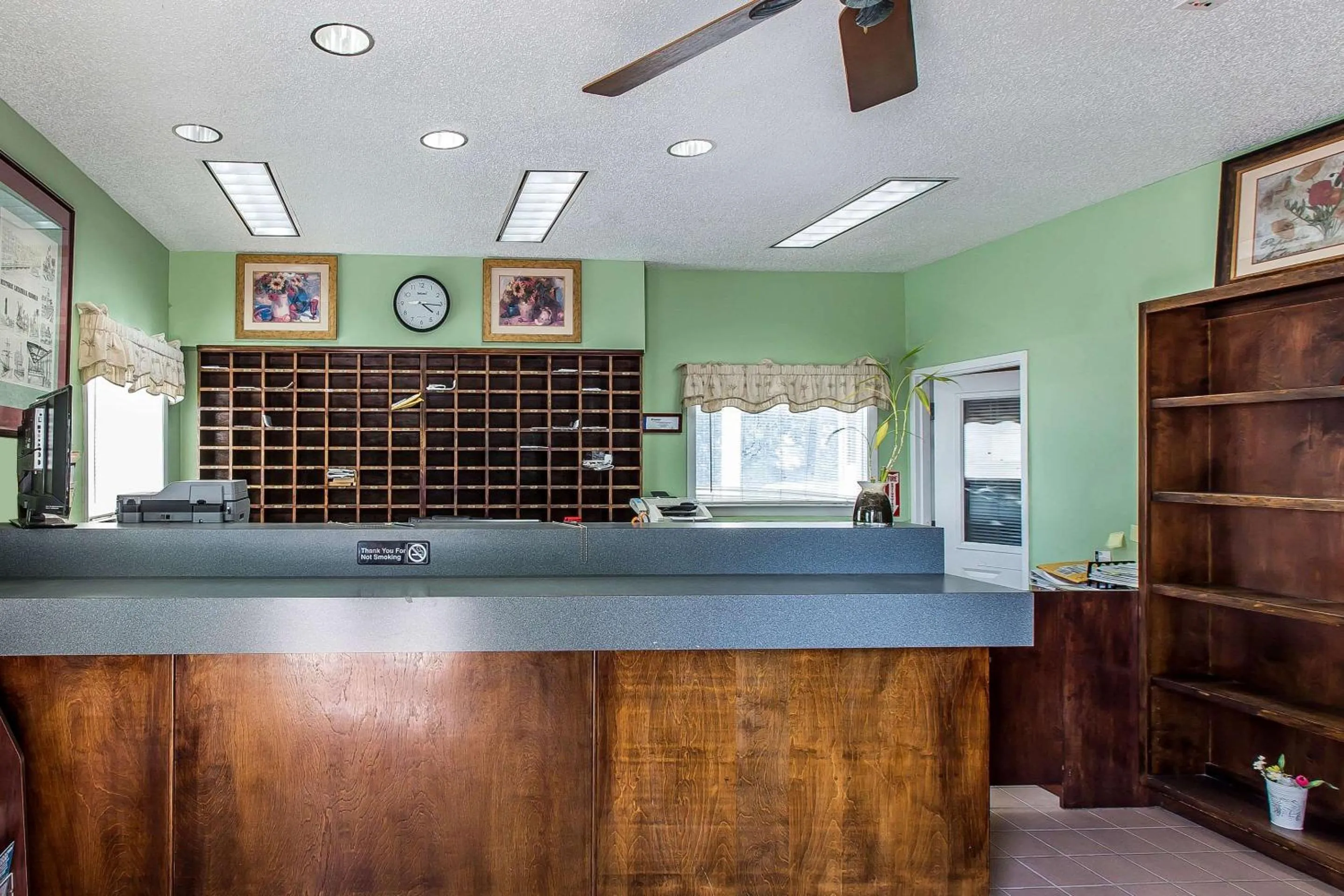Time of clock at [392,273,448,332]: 4:15
